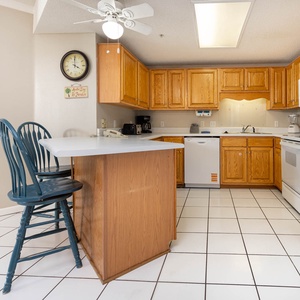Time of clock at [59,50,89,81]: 4:00
